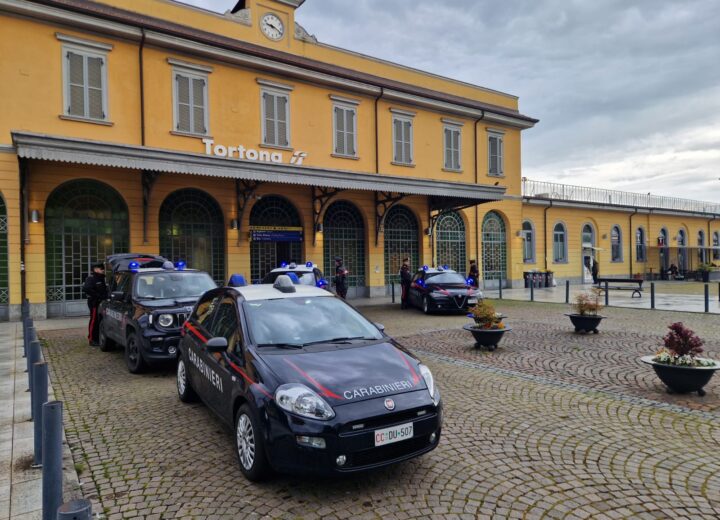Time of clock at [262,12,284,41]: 9:19
